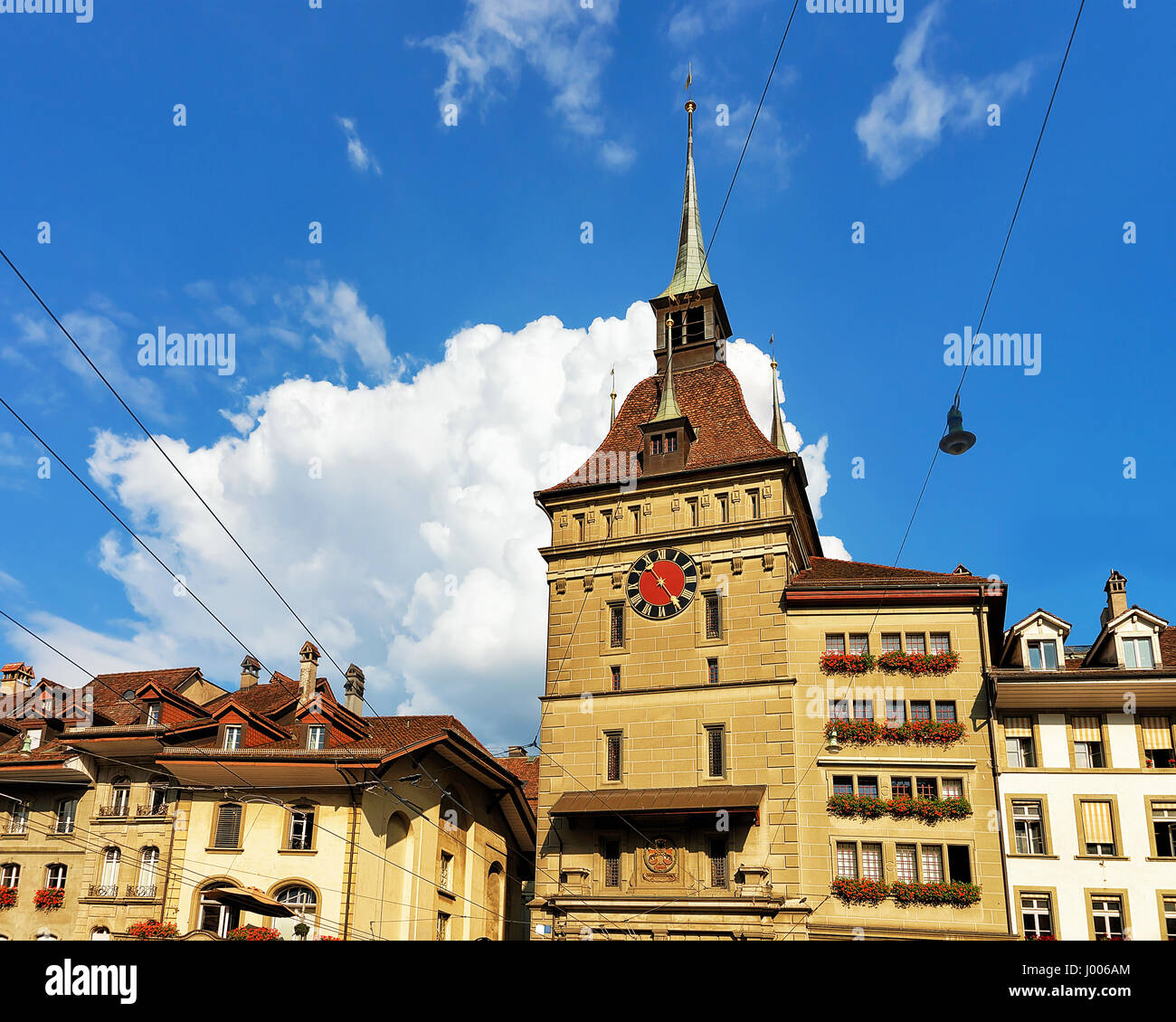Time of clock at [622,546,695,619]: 4:53
